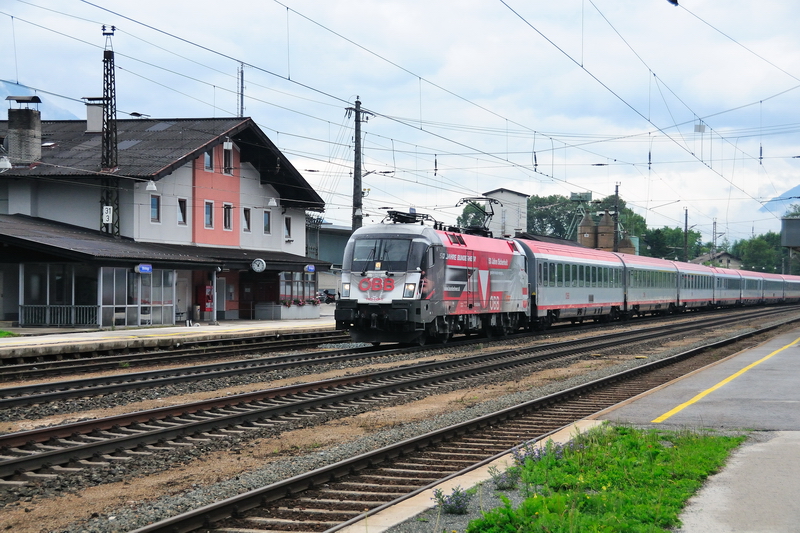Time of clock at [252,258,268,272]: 12:52
